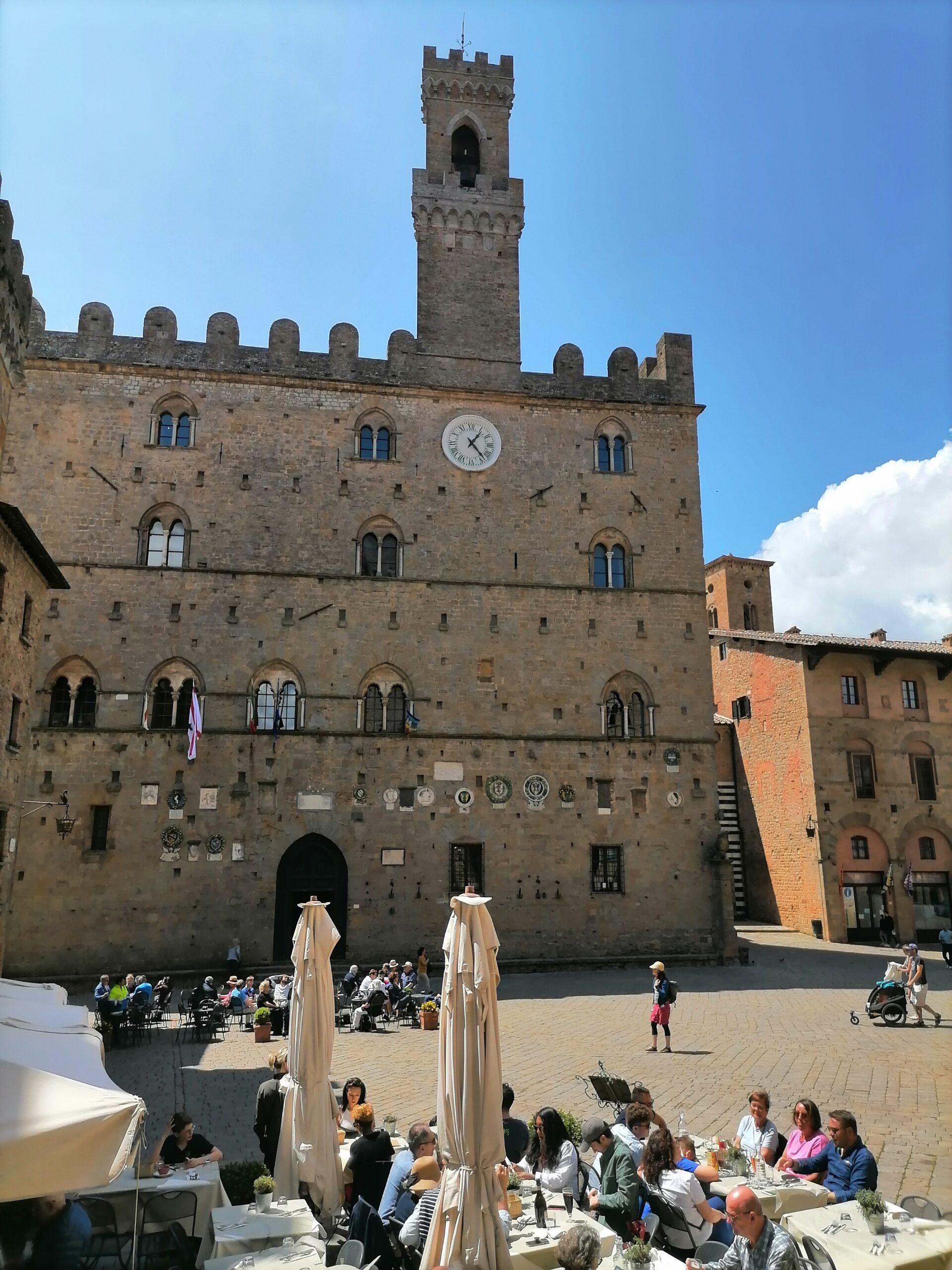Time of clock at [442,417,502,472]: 1:23
